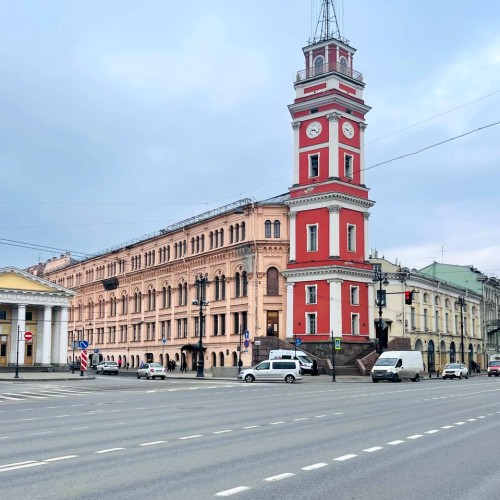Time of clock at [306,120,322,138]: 9:22
